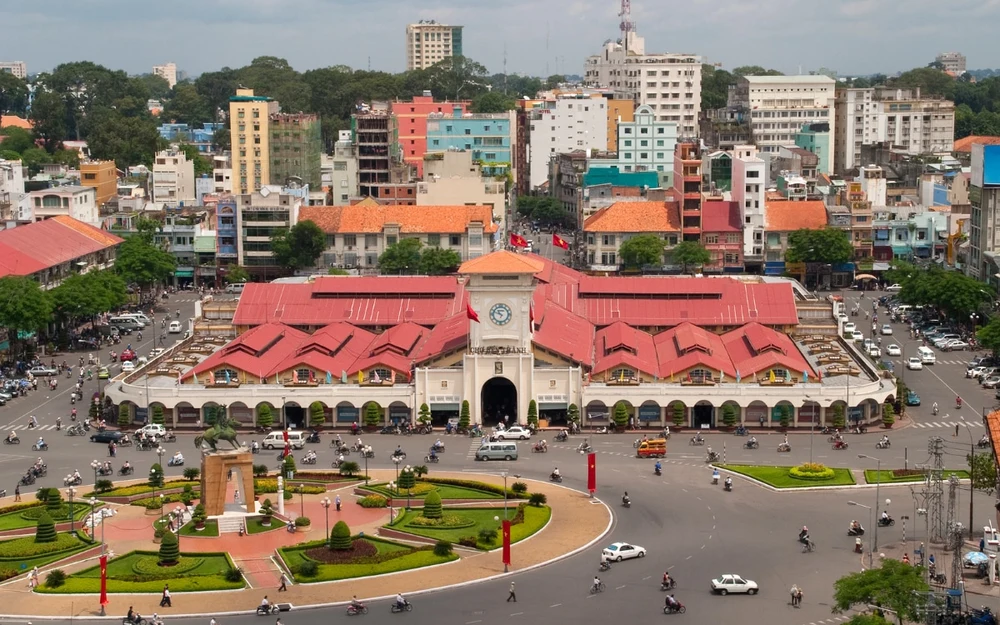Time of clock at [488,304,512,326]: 10:48
